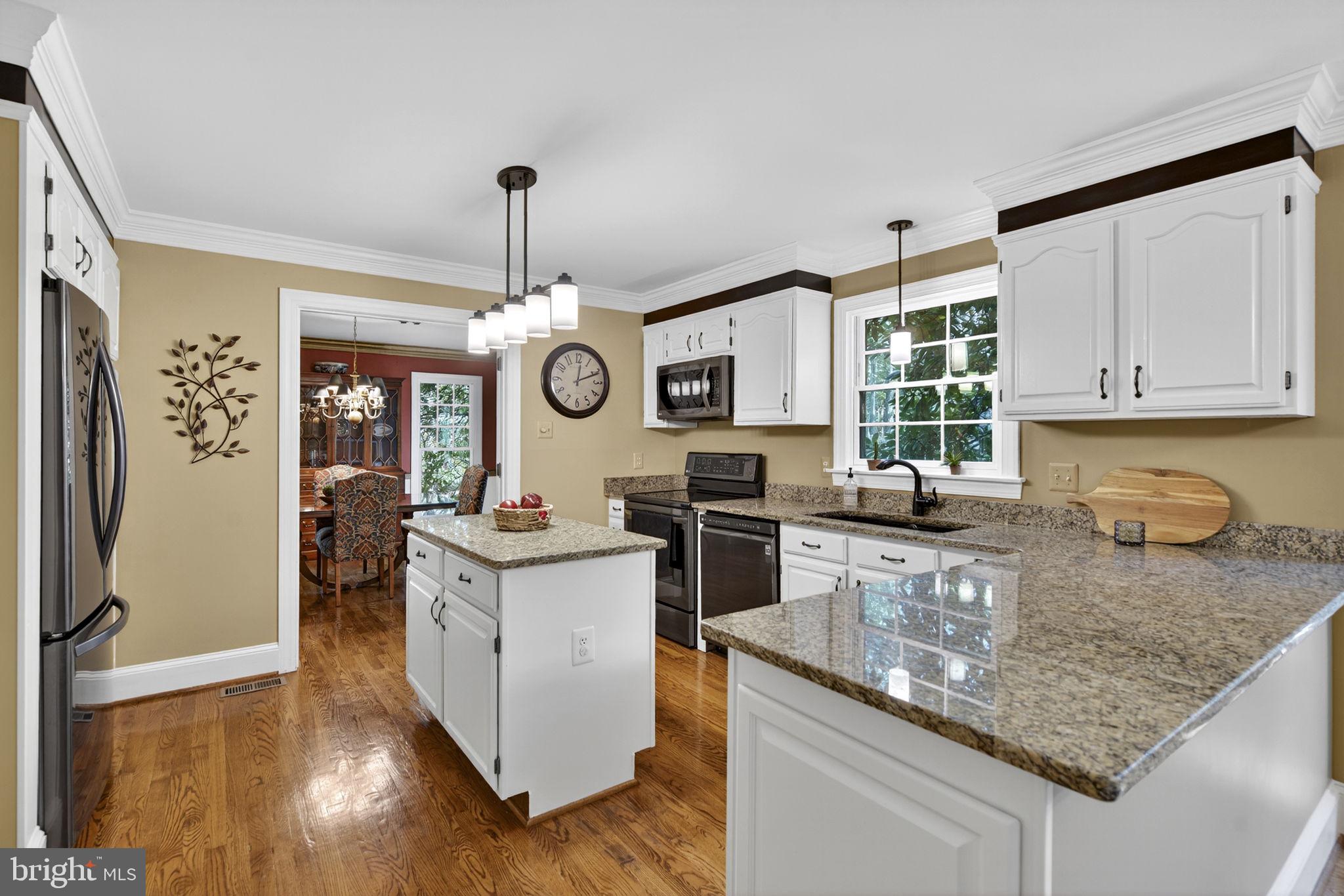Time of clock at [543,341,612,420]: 12:11
